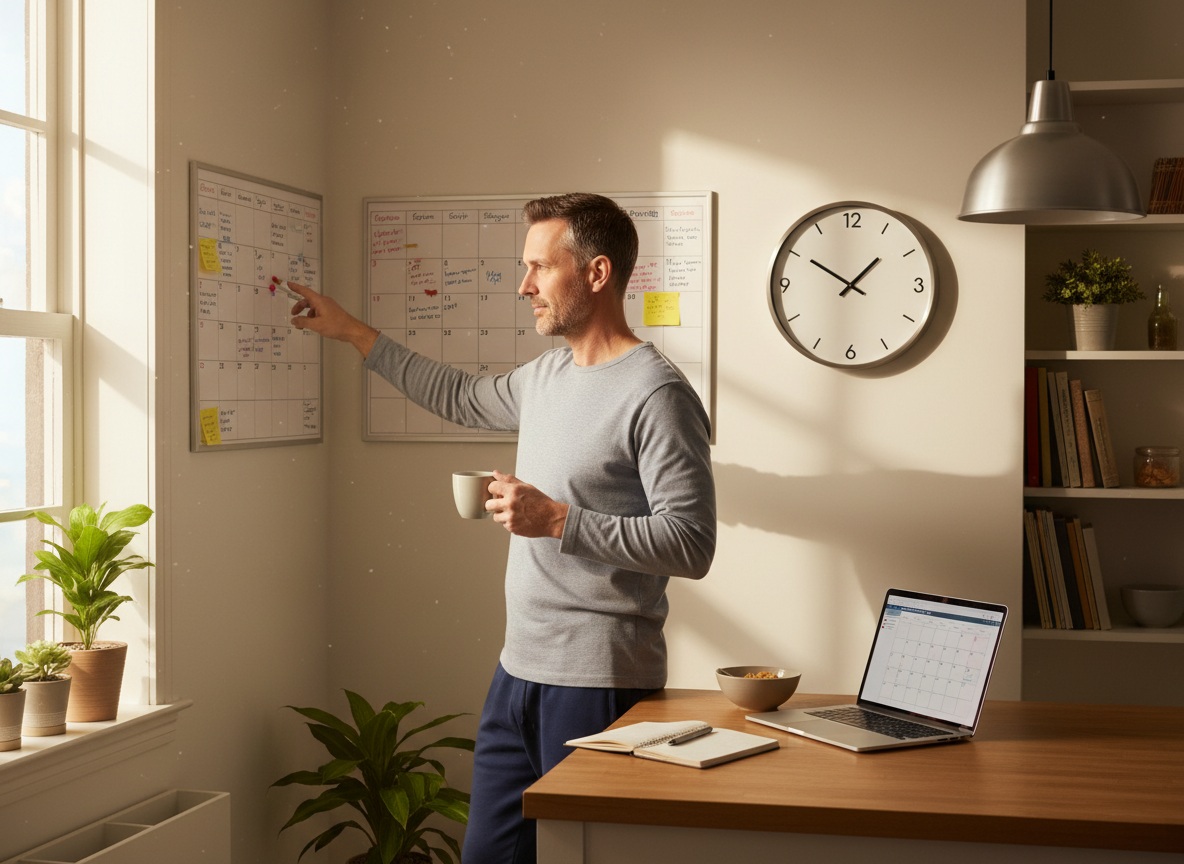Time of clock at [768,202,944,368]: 1:50
